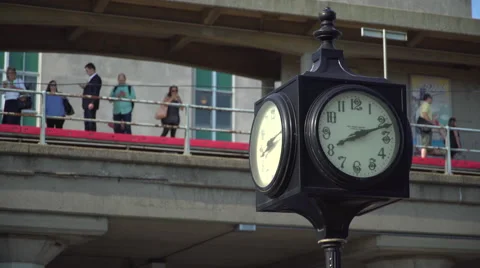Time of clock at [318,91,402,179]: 8:11
